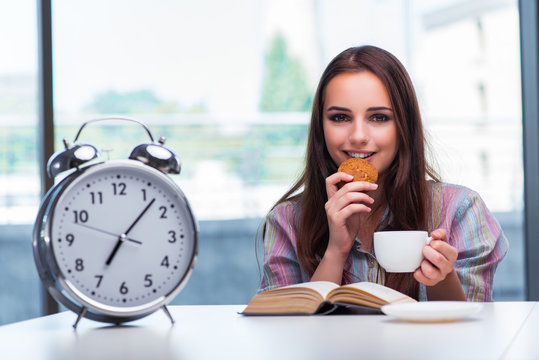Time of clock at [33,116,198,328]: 7:07
